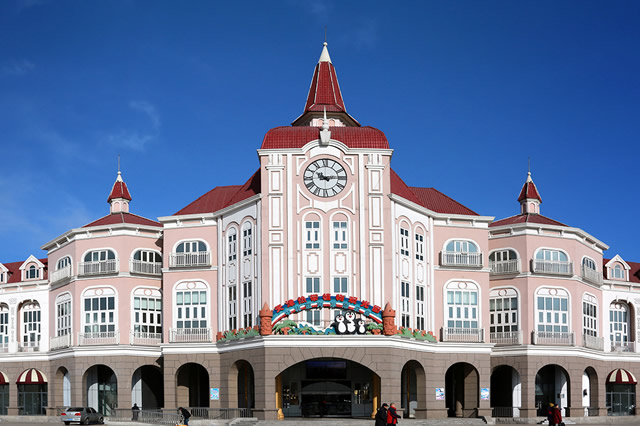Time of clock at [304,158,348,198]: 10:14
